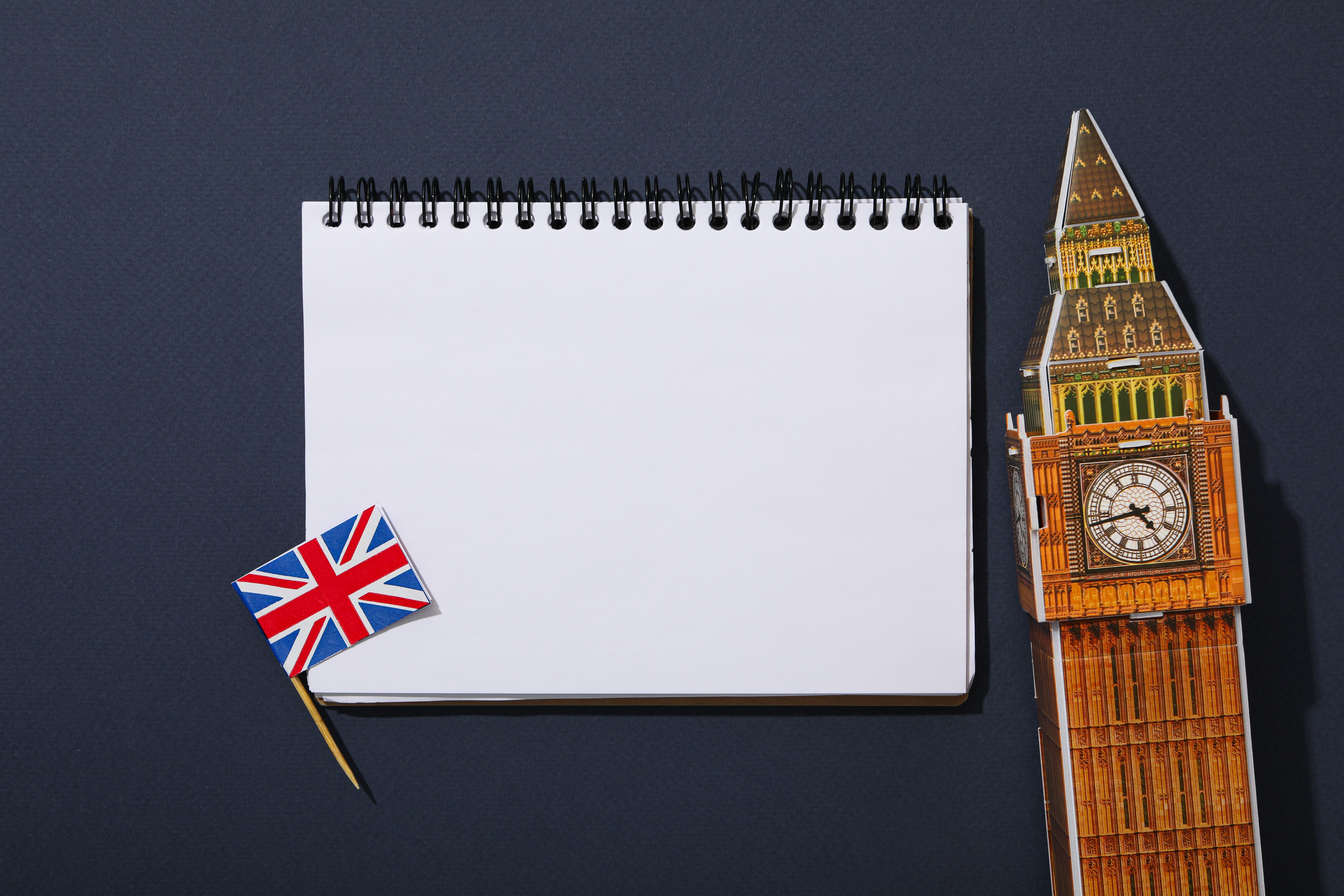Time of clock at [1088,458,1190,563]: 4:42
